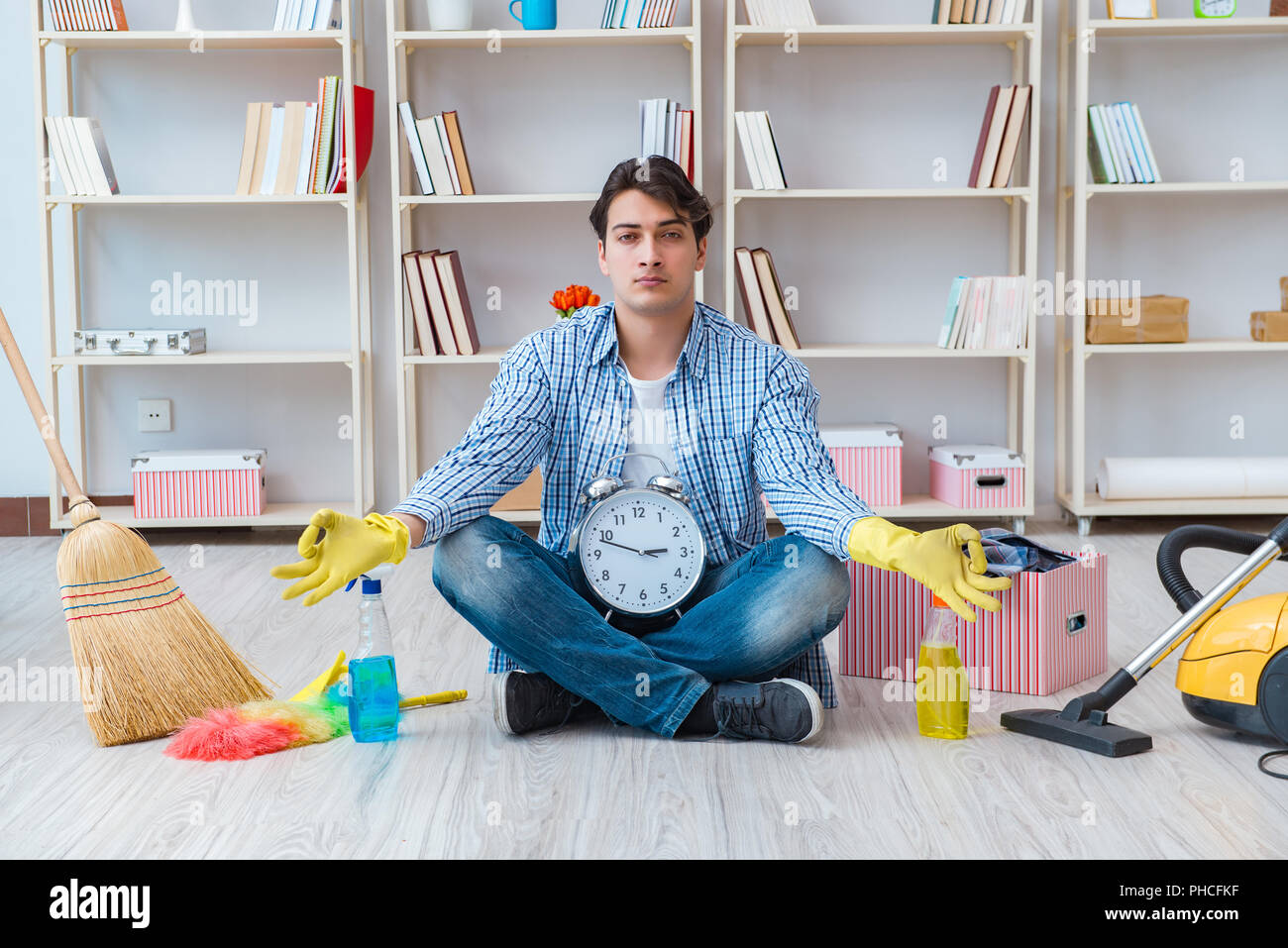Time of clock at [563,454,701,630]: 2:48
